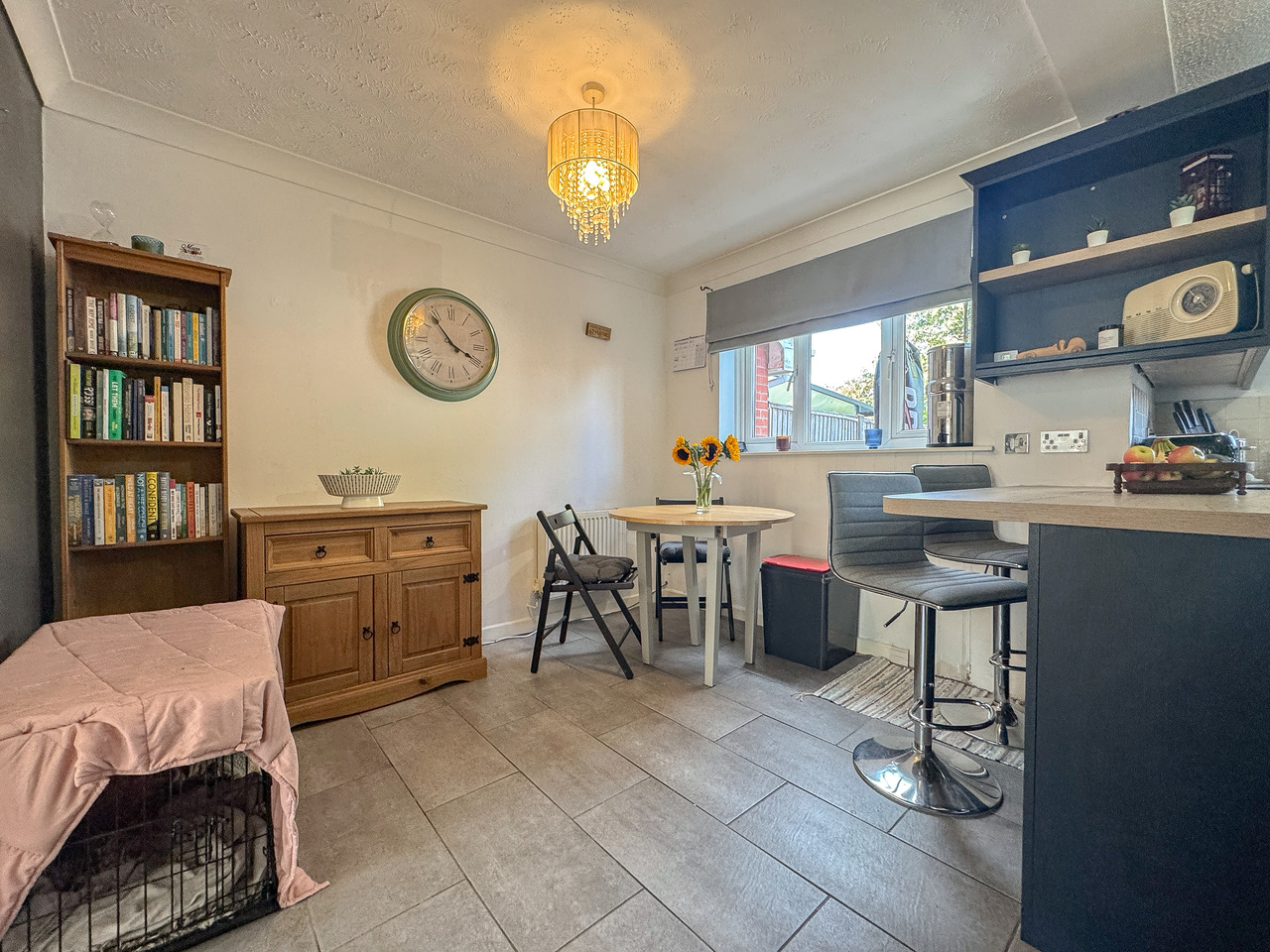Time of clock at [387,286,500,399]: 3:53
